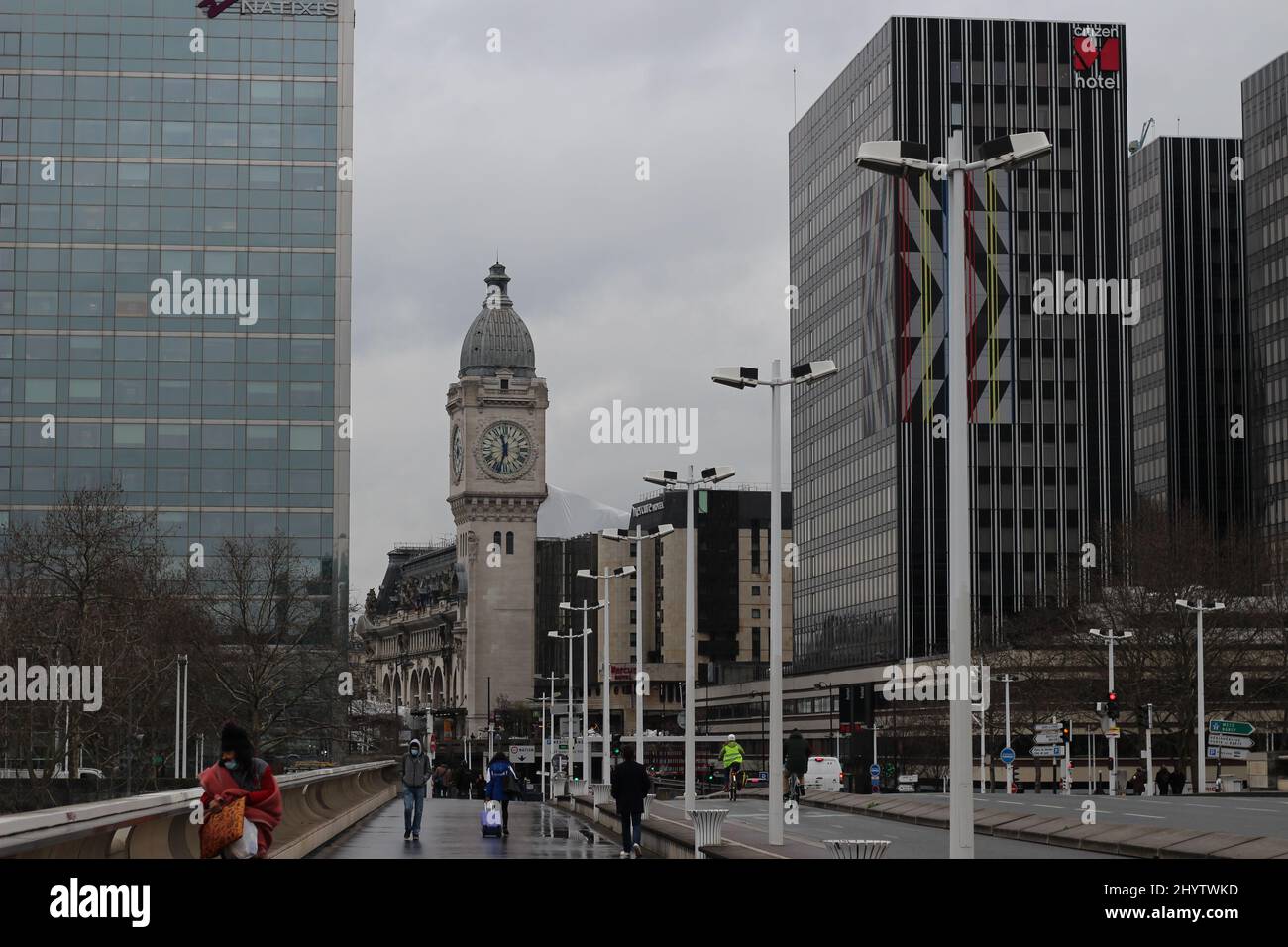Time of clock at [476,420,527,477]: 11:33
